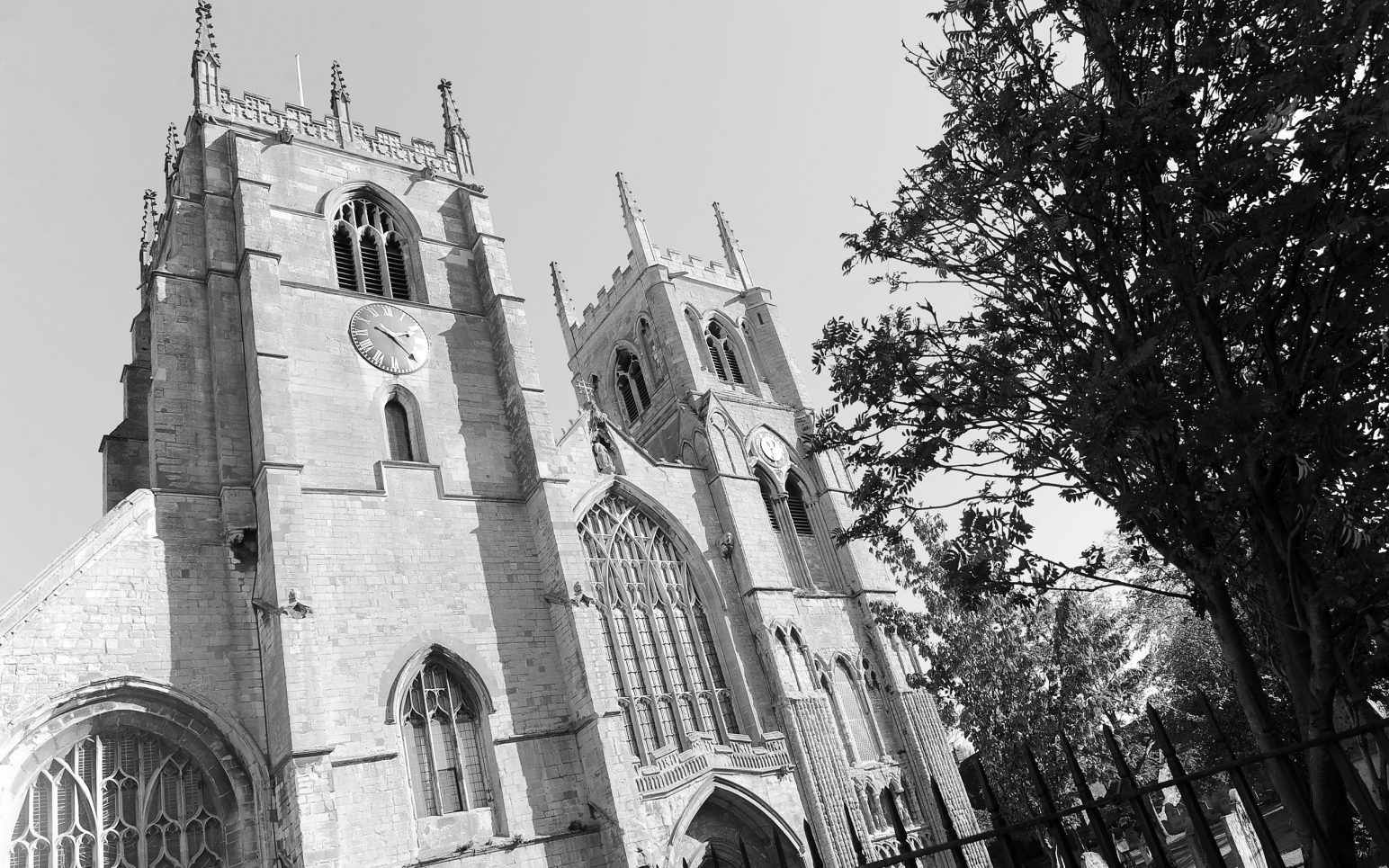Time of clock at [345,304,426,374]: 10:22
